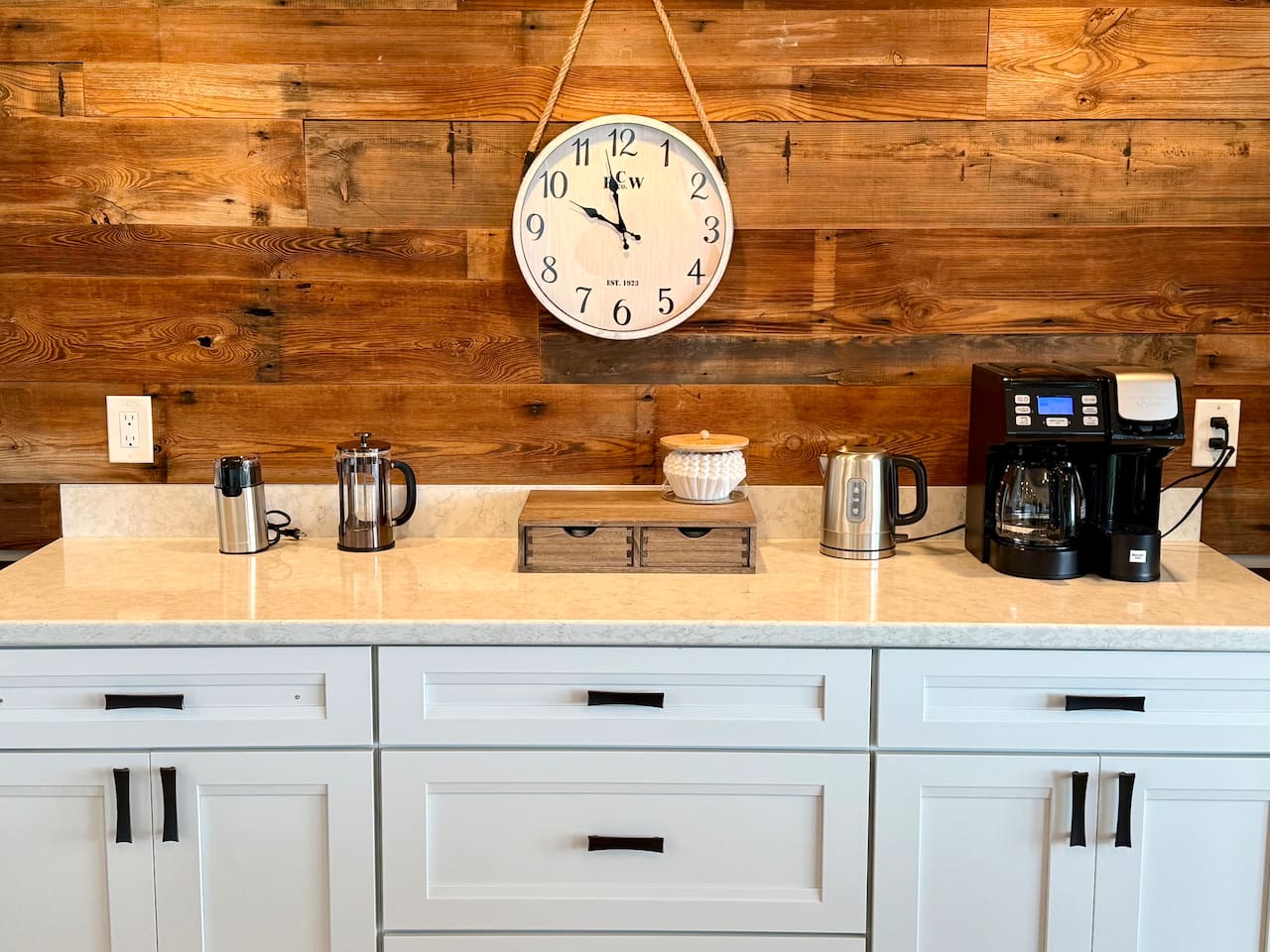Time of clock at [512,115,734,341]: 9:57
